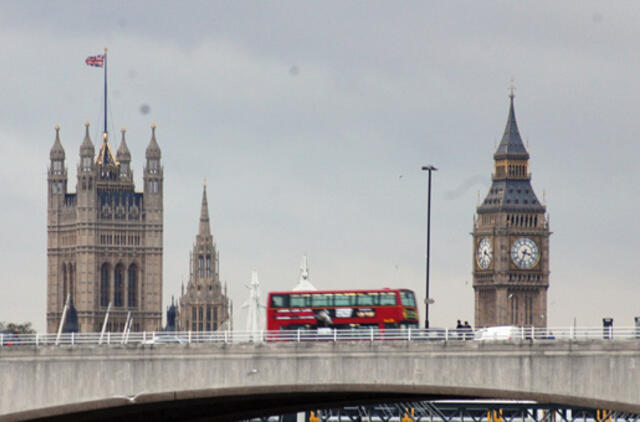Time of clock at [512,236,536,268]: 3:33
